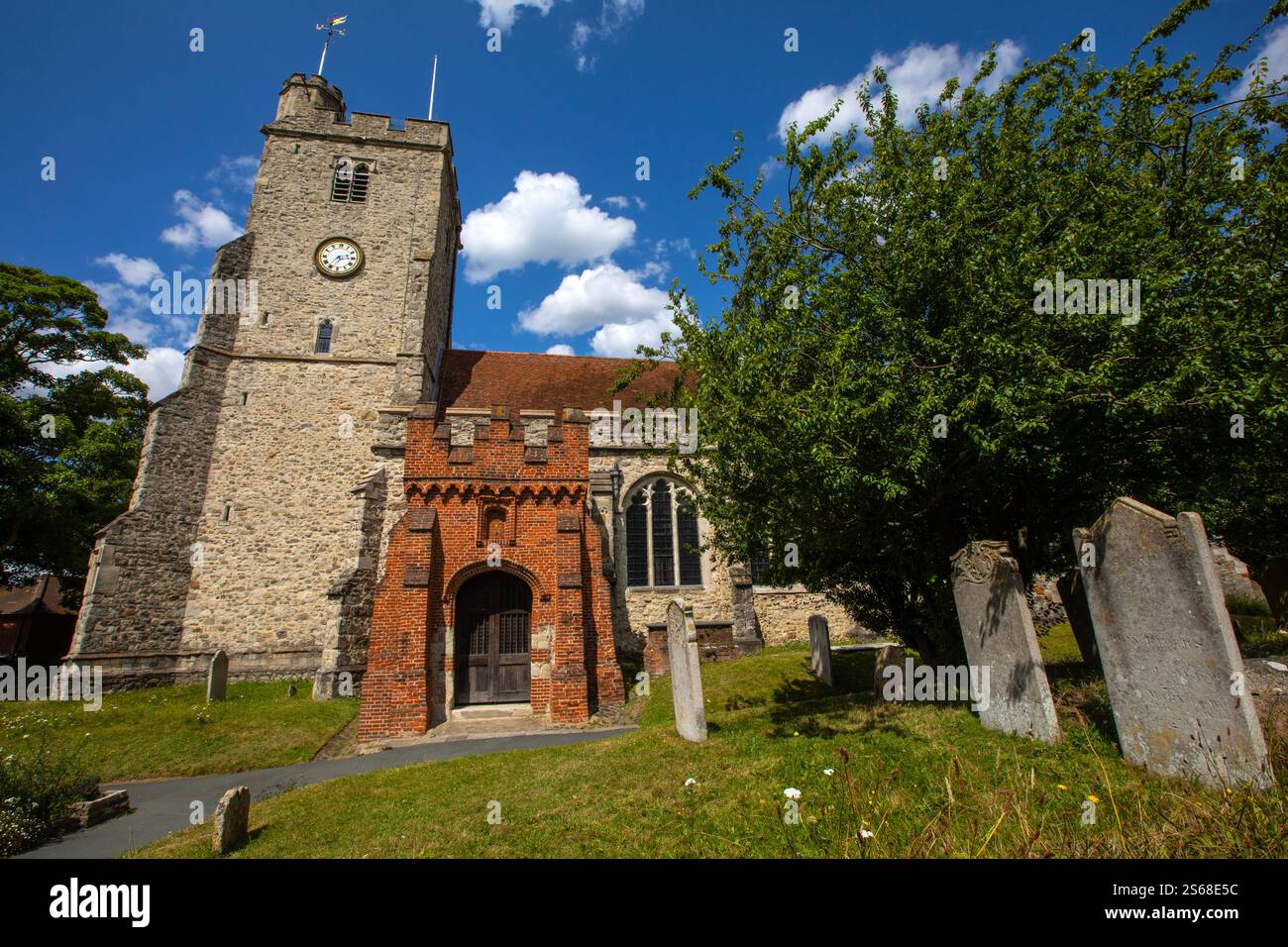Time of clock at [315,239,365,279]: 2:36
